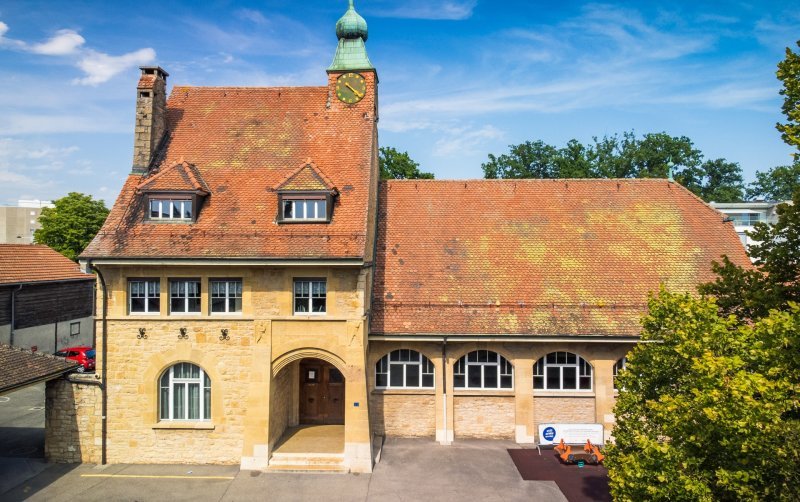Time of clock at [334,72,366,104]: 4:22
